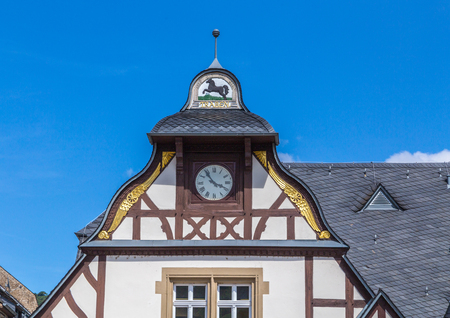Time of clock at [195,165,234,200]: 3:53
